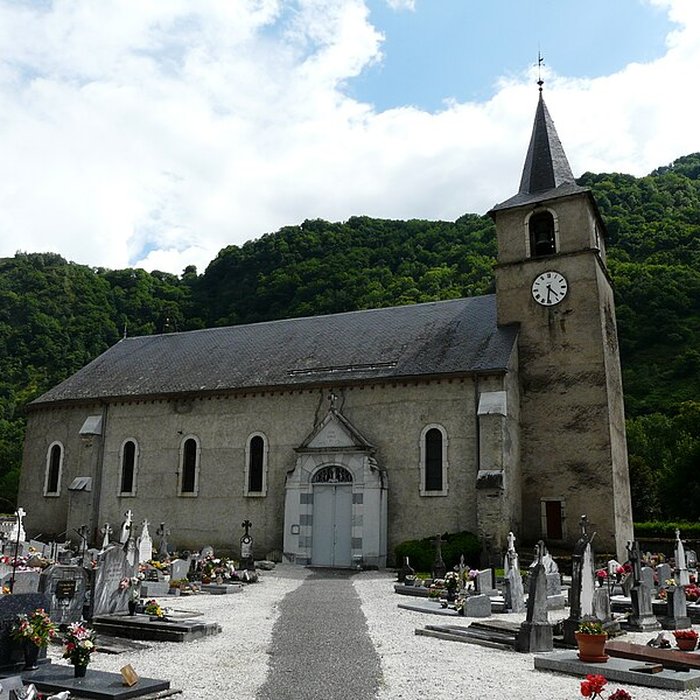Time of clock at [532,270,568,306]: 4:31
